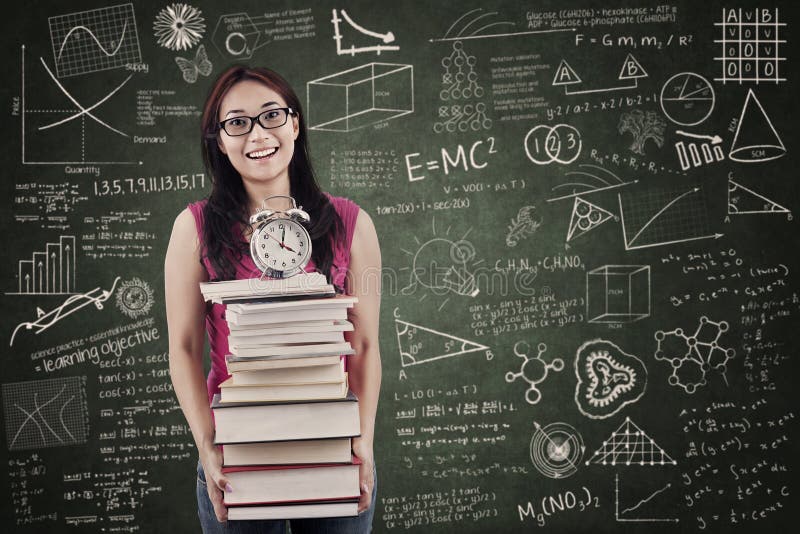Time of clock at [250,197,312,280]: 4:02
